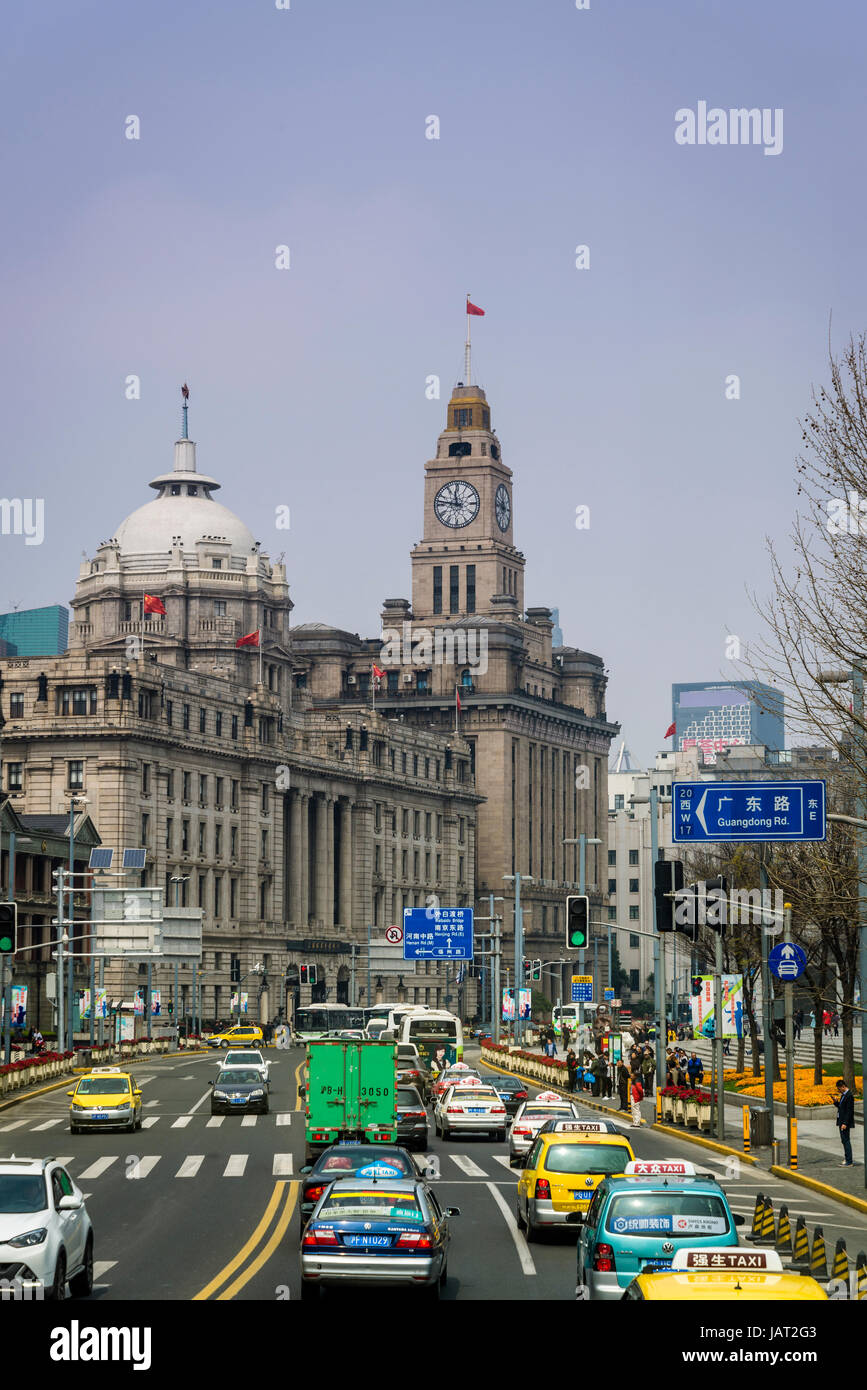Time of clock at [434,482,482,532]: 11:46
